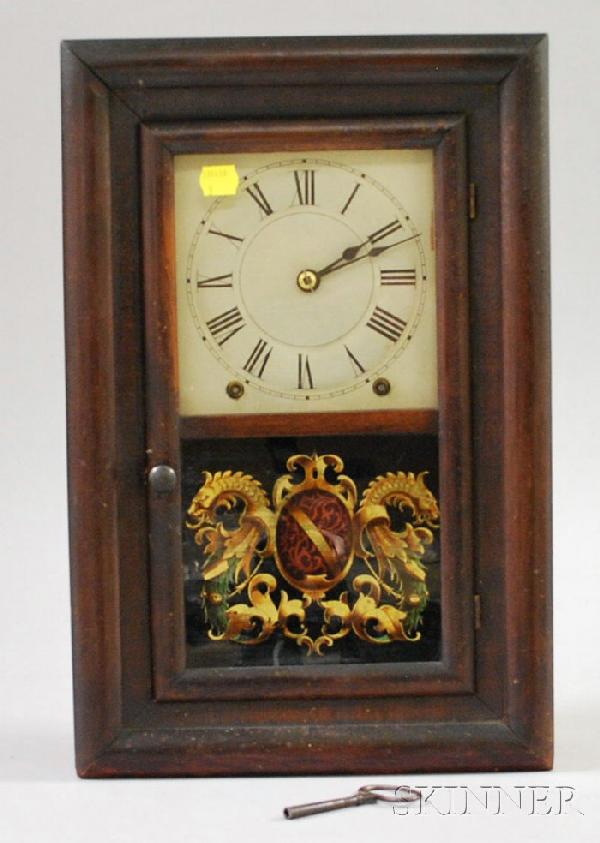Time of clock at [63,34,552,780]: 2:09
